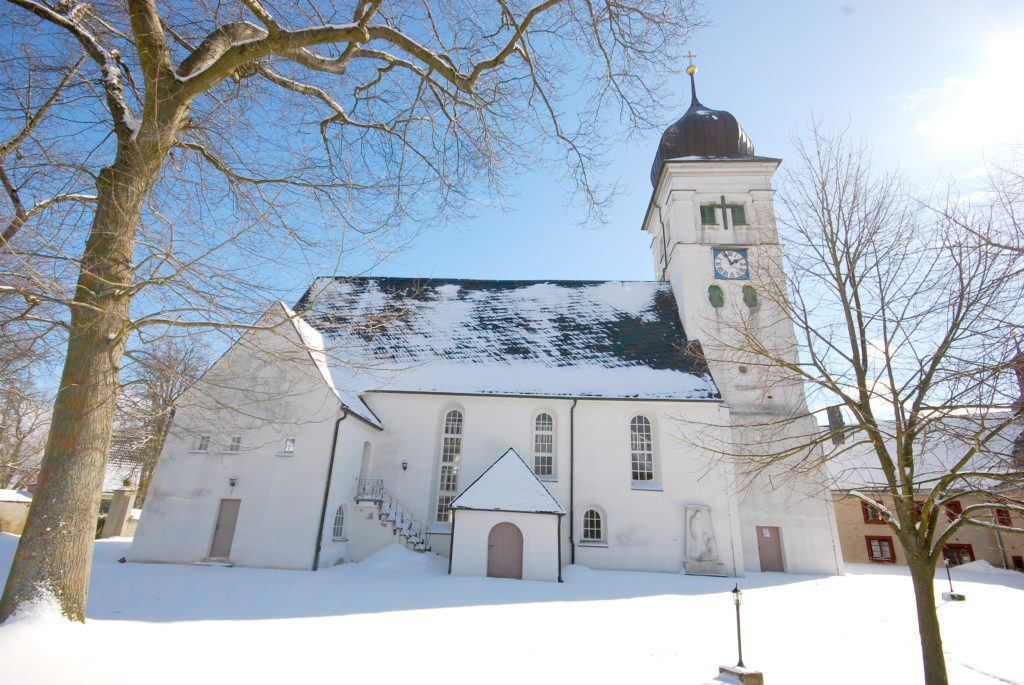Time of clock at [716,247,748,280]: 1:56
